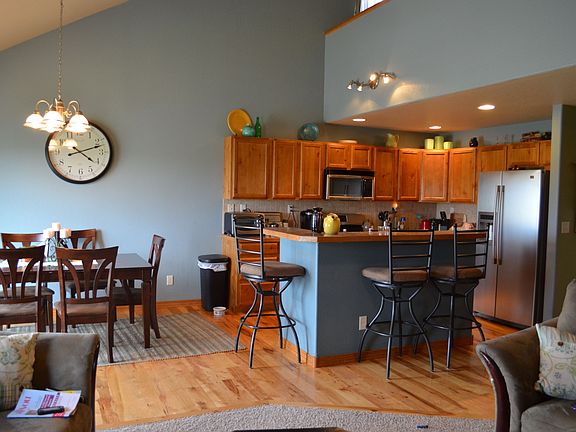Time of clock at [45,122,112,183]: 4:12
